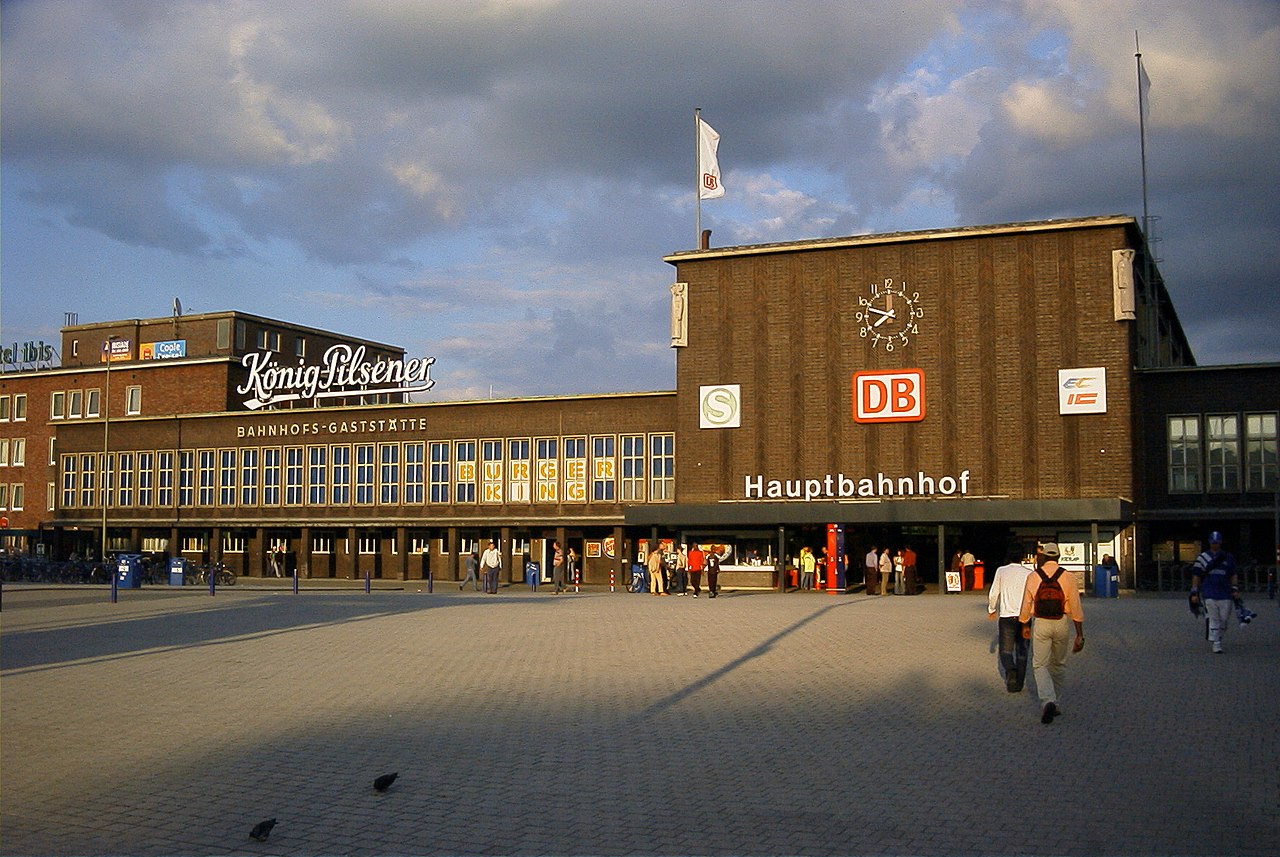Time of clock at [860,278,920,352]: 7:48
